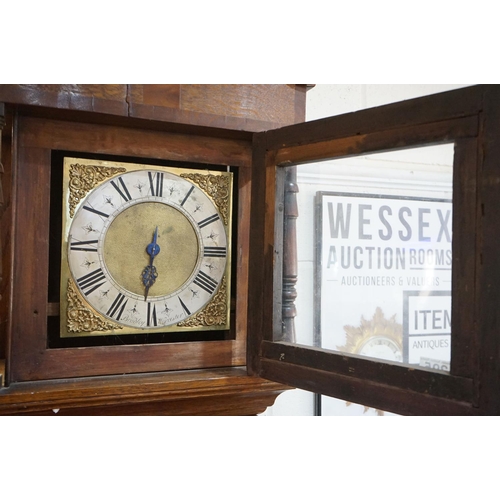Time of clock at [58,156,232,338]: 6:31
